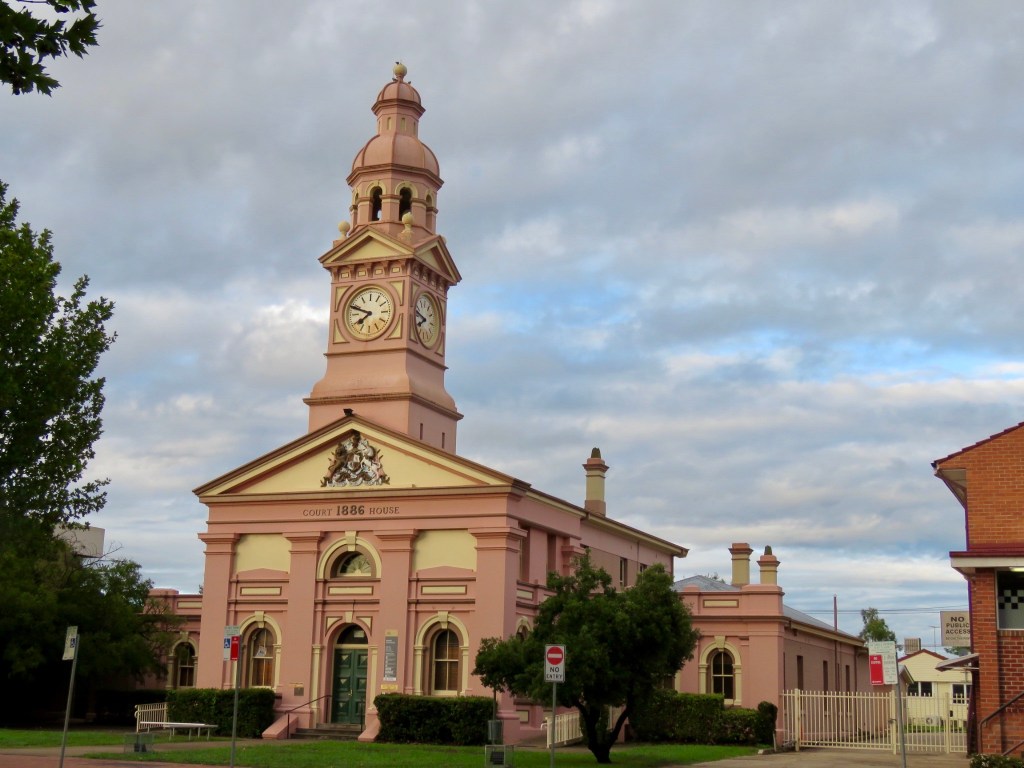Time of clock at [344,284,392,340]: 7:48
